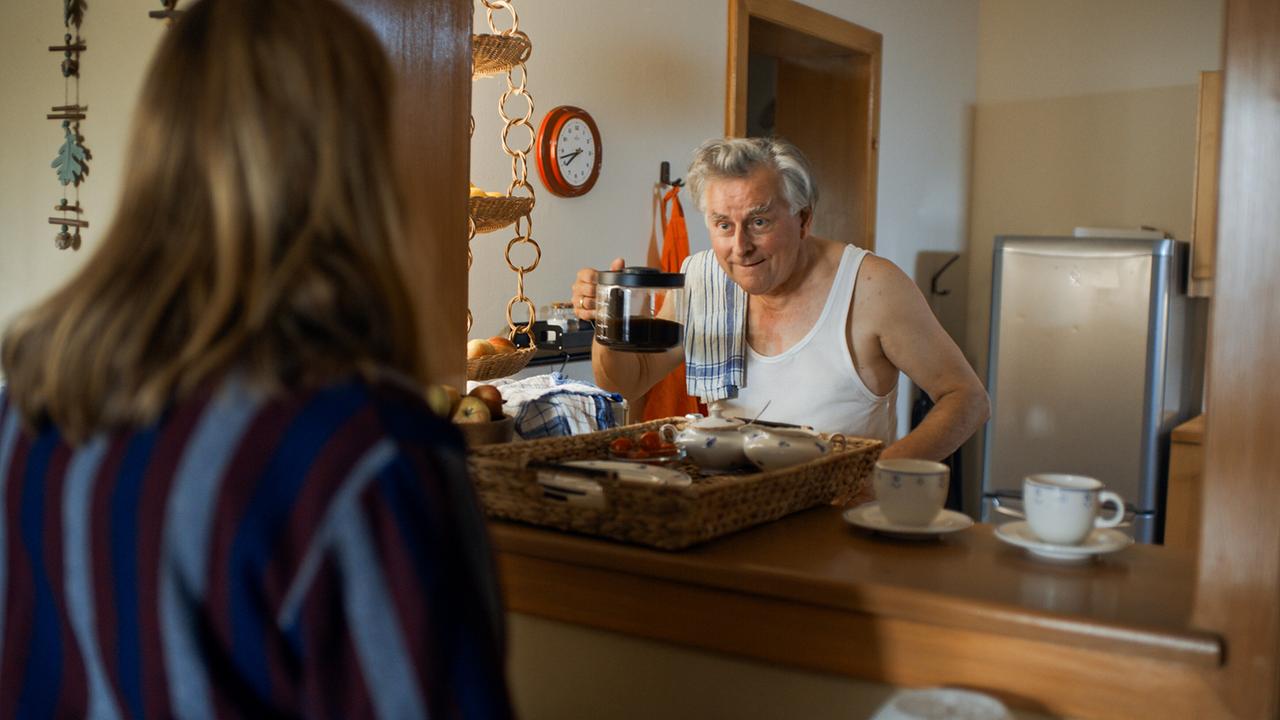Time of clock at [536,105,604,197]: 7:42
